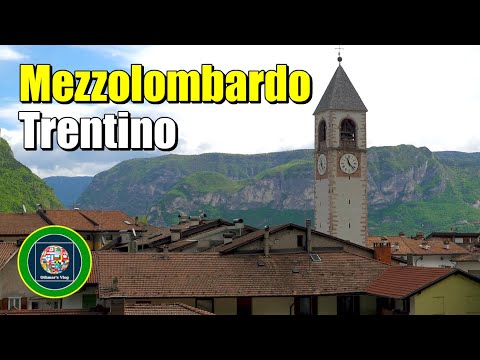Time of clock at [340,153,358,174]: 11:22
